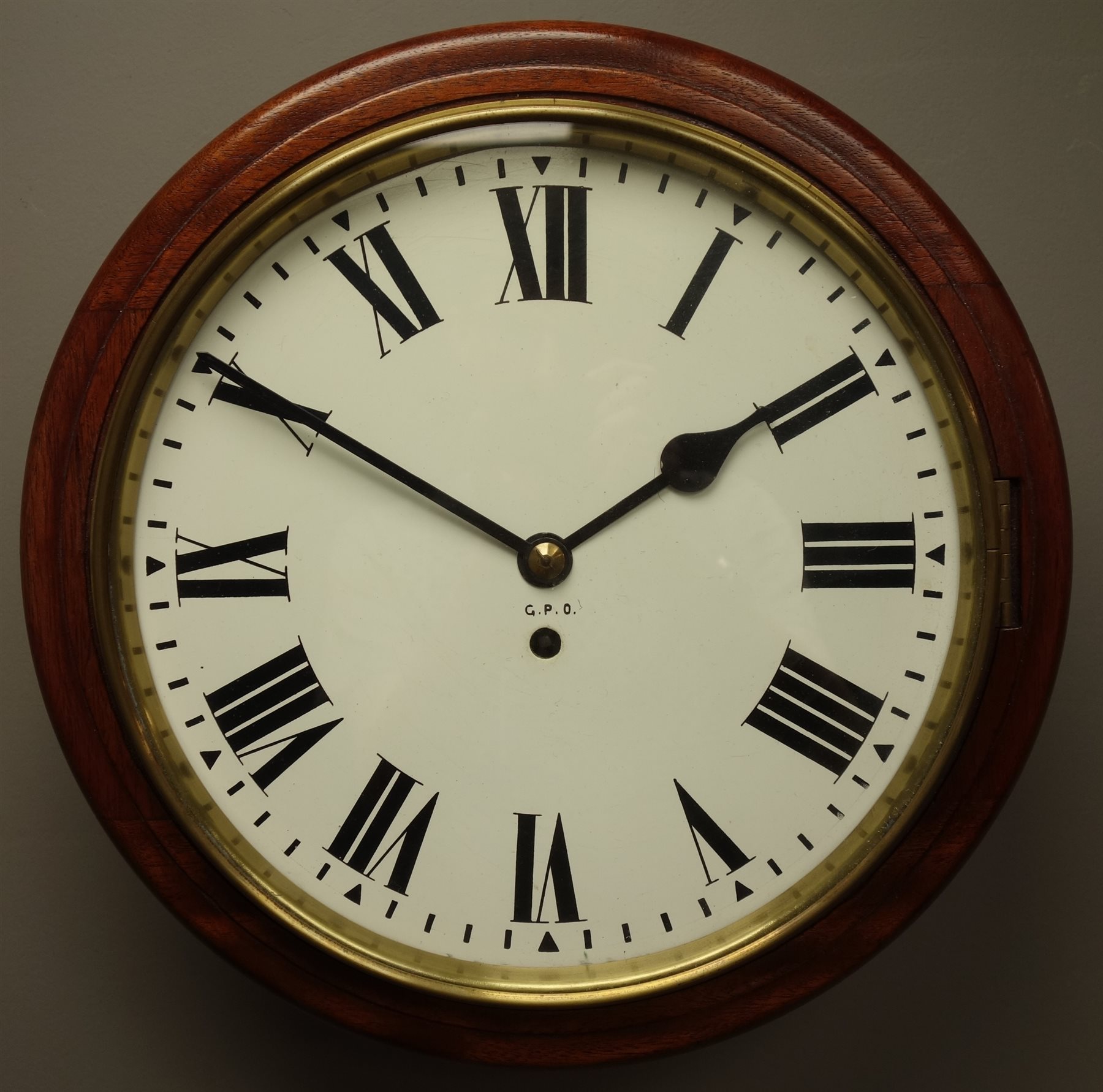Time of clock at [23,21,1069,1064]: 1:50
